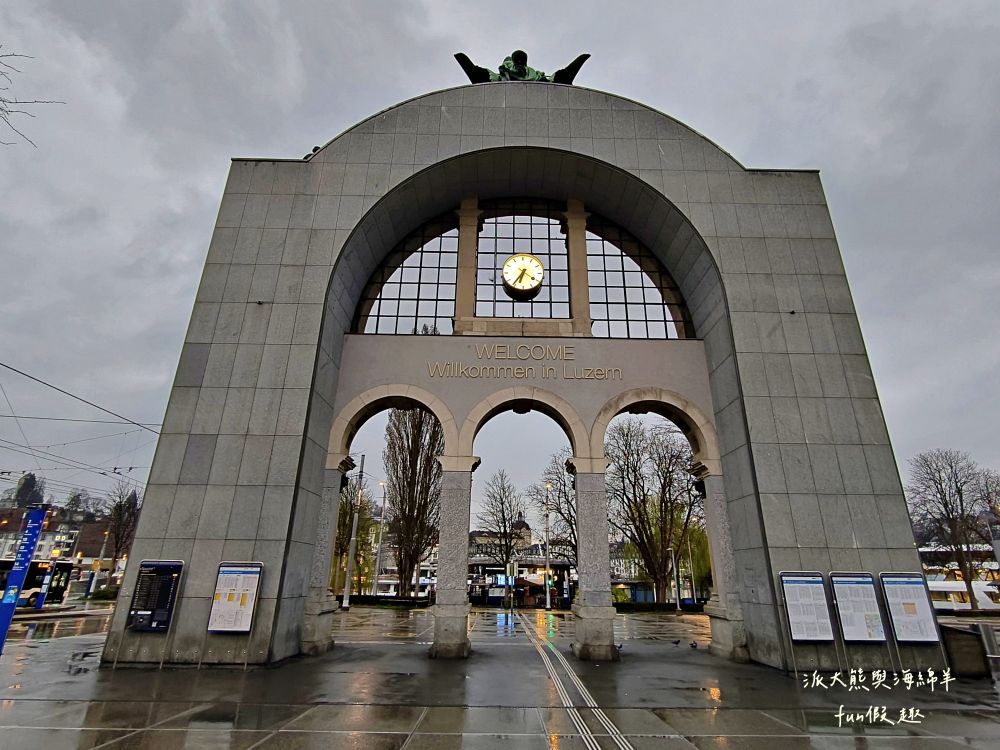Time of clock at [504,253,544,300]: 6:36
